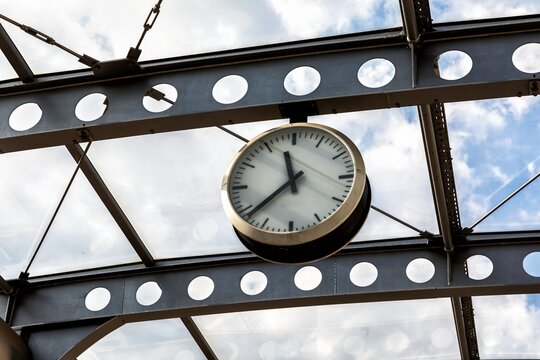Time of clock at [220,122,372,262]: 11:38
